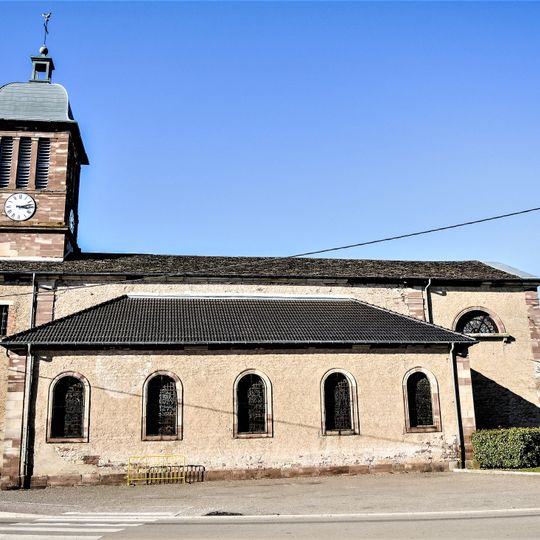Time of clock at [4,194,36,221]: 3:12
